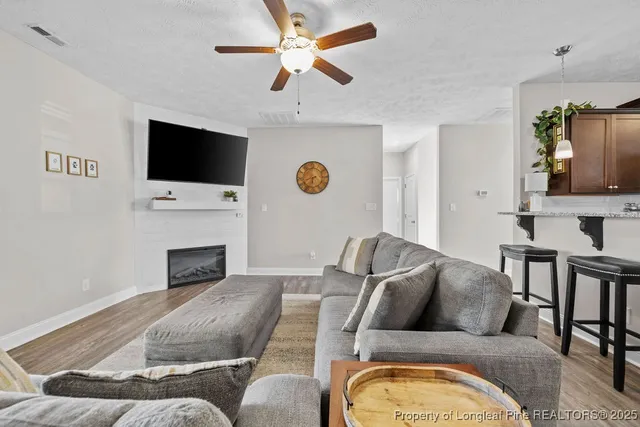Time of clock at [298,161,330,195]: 6:41
